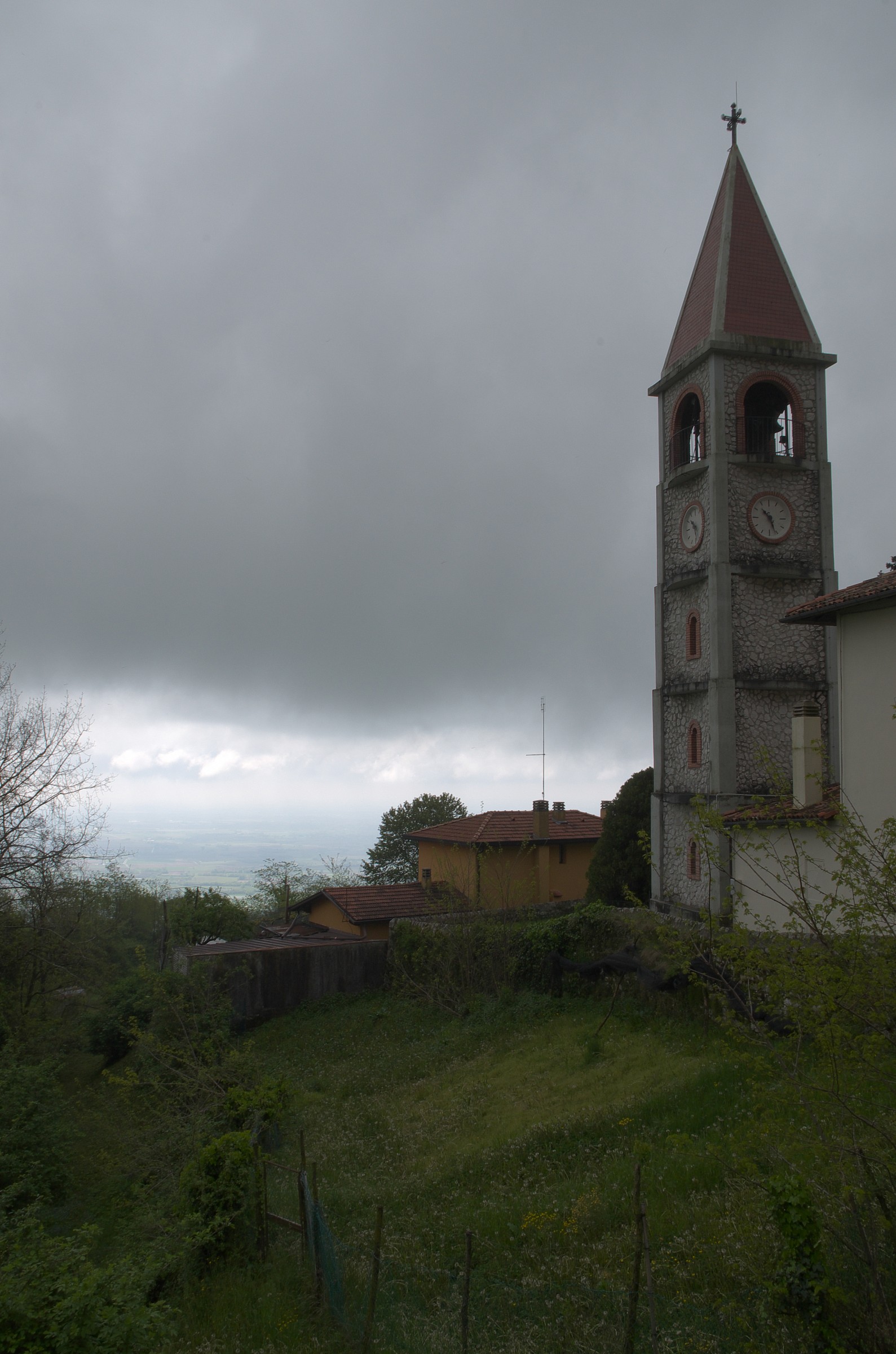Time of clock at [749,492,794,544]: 10:26
